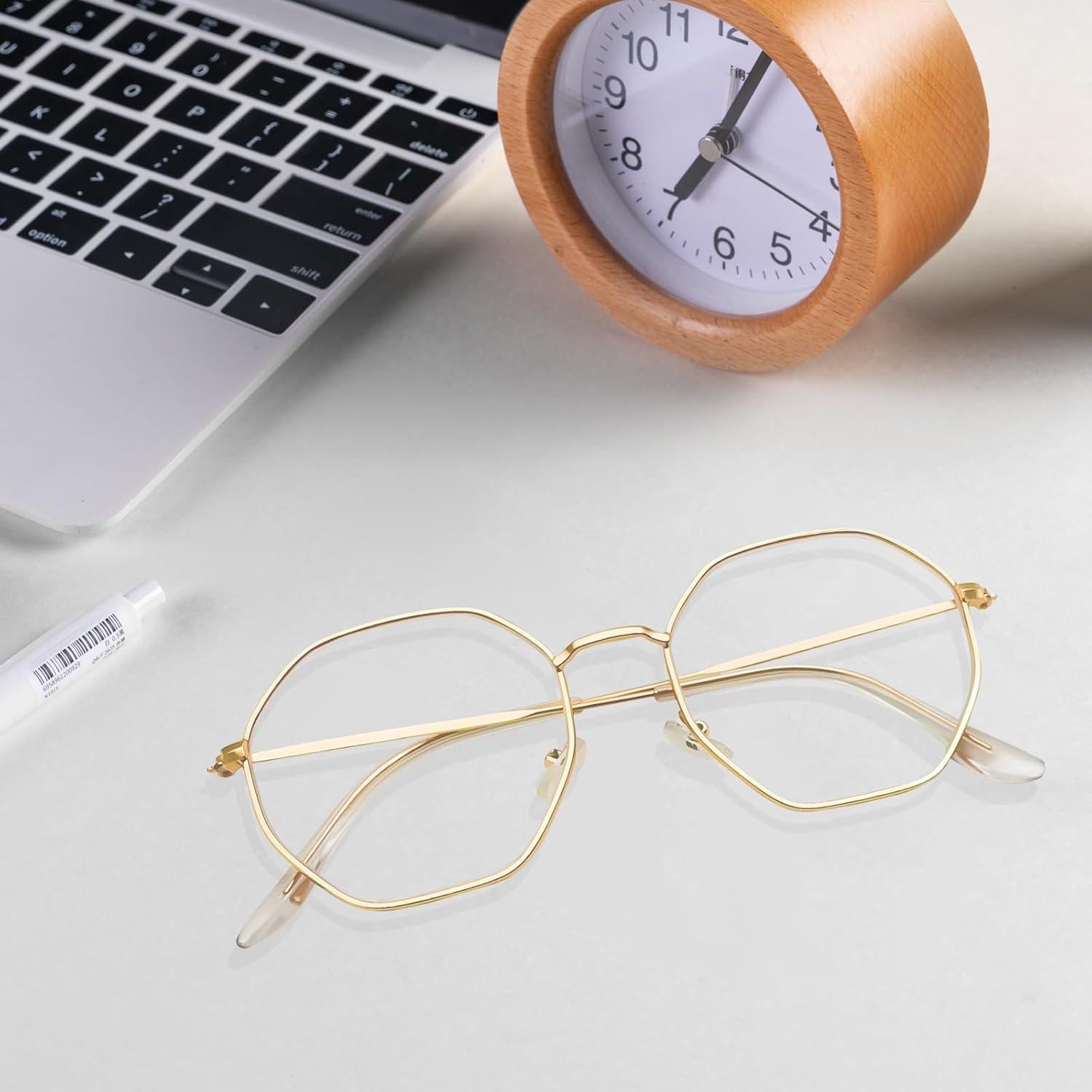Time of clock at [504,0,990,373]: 7:04
